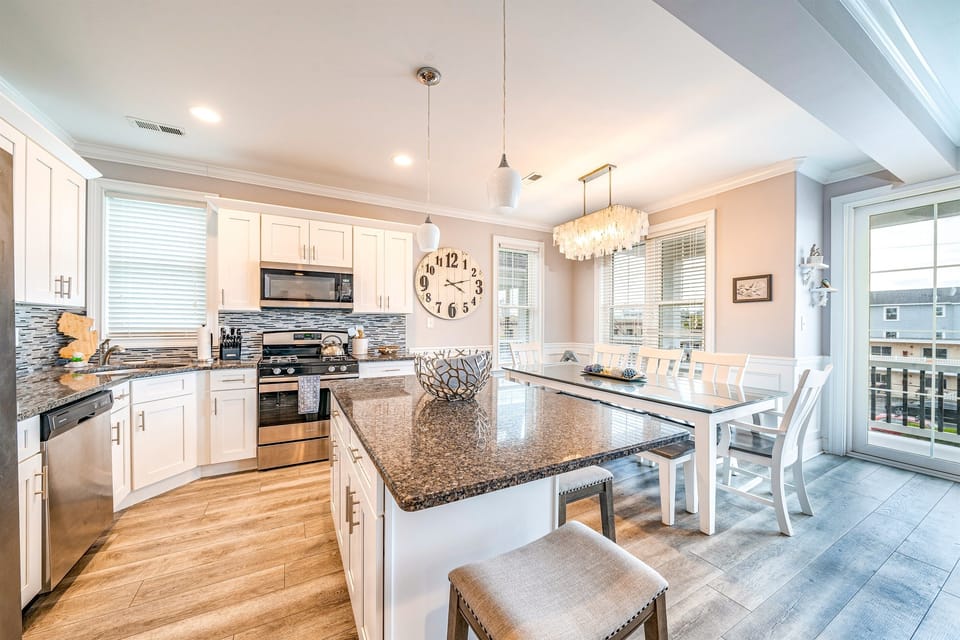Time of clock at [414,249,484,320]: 4:12
